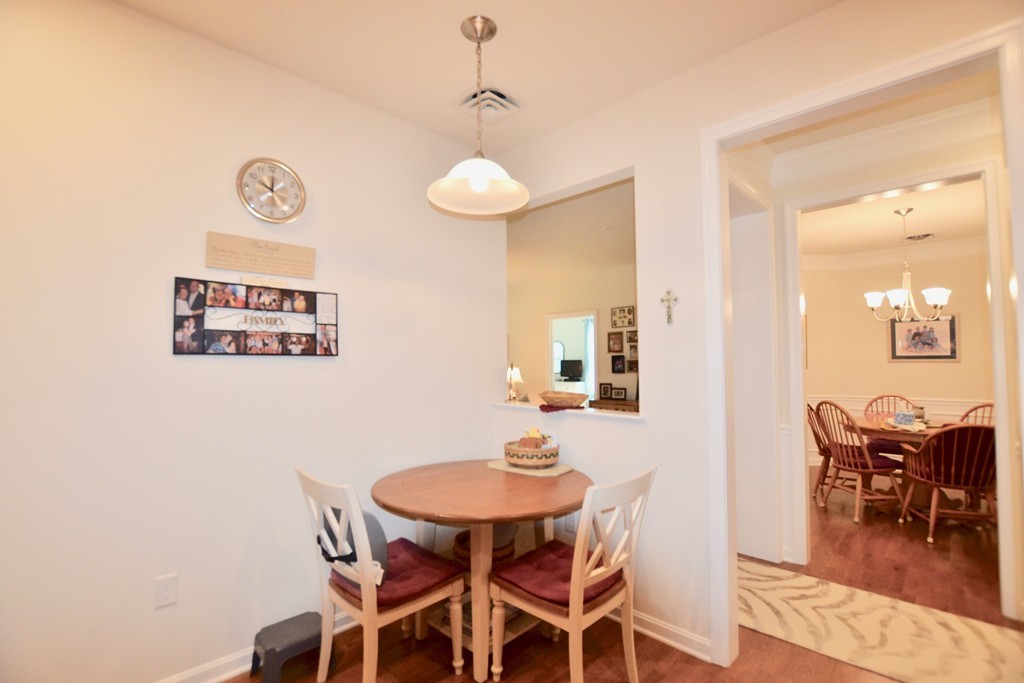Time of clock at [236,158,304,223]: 10:00
